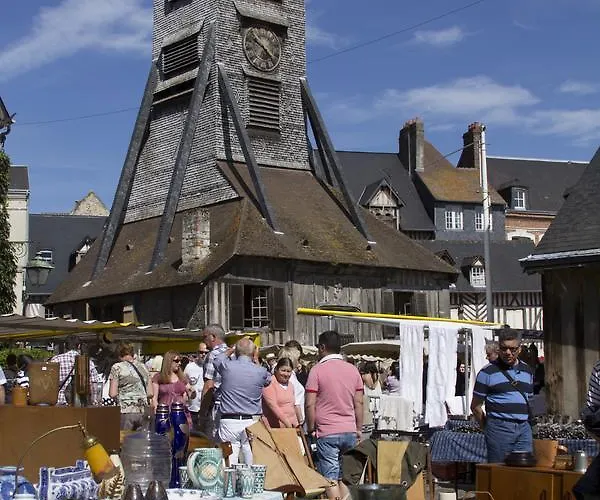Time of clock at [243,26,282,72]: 4:50
